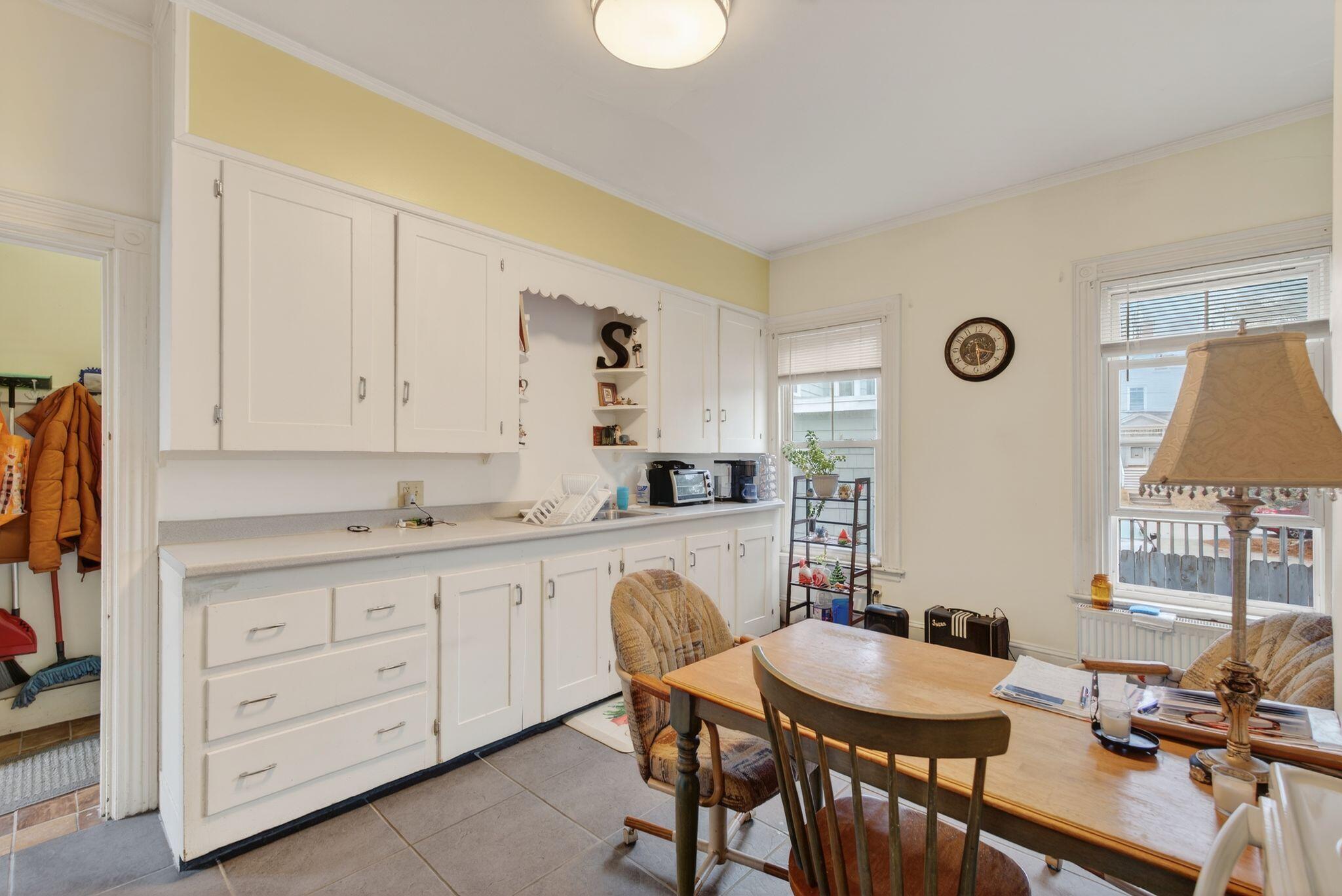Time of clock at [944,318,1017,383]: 3:28
